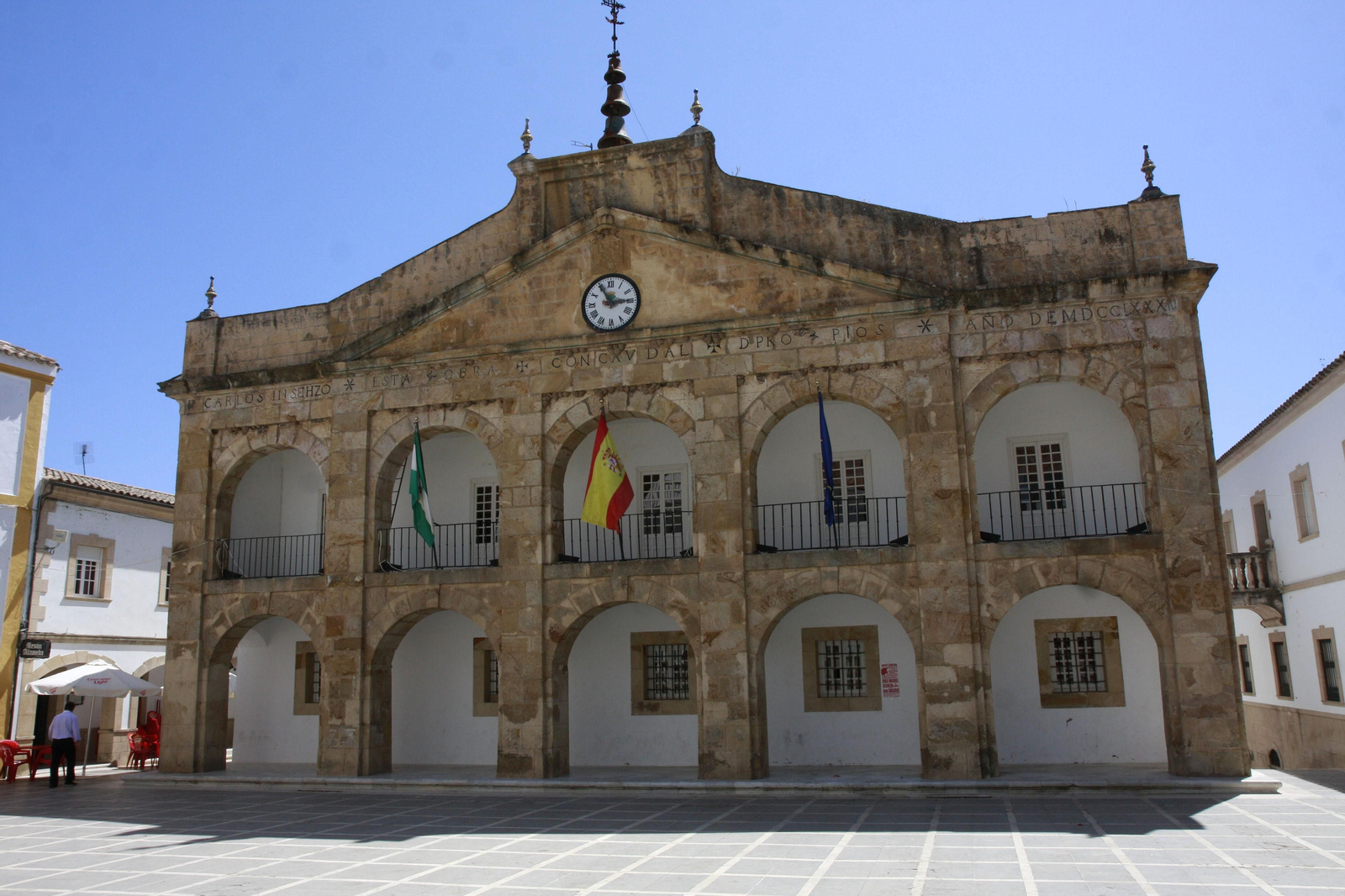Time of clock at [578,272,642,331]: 2:54
